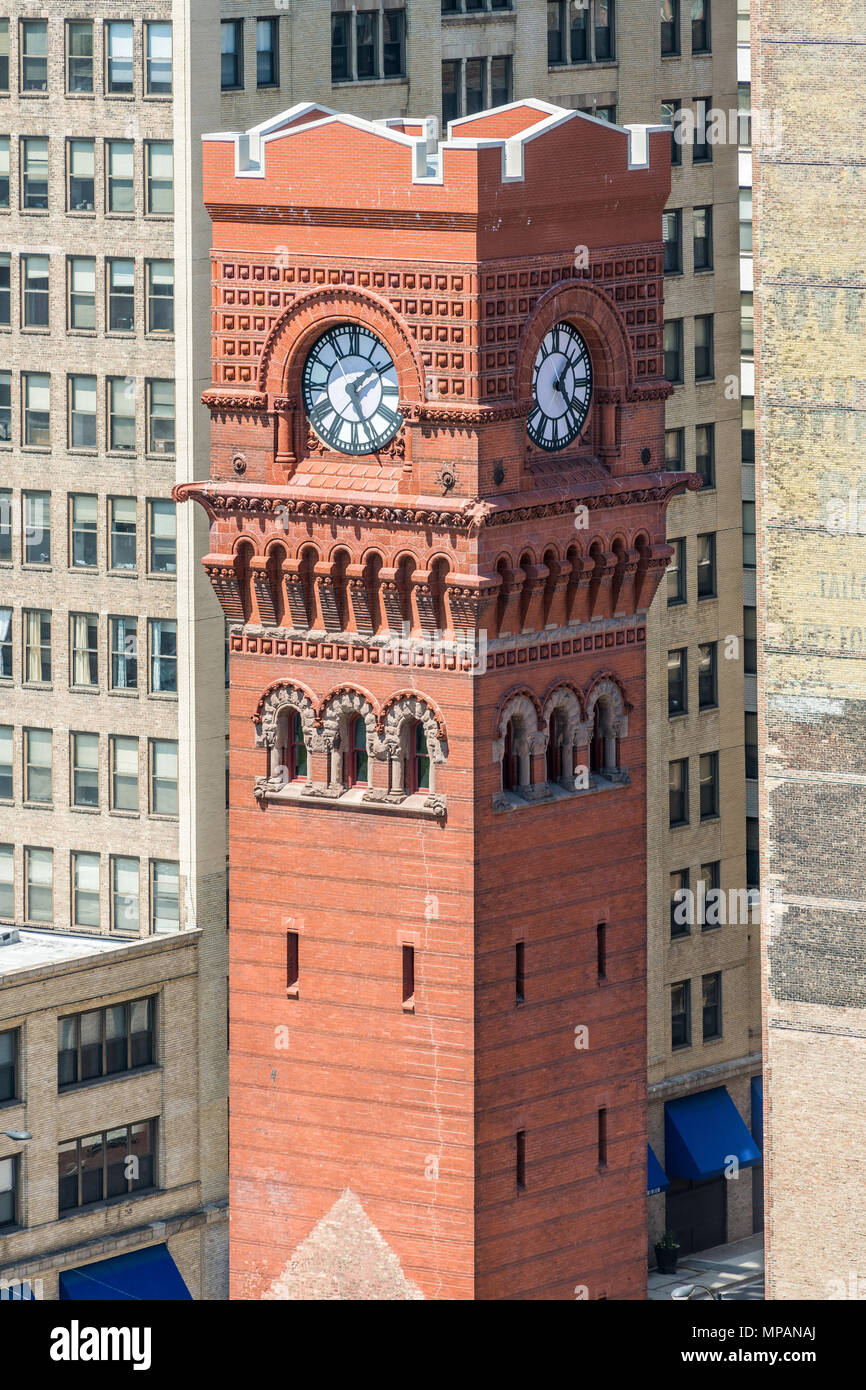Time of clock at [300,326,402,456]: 1:26
